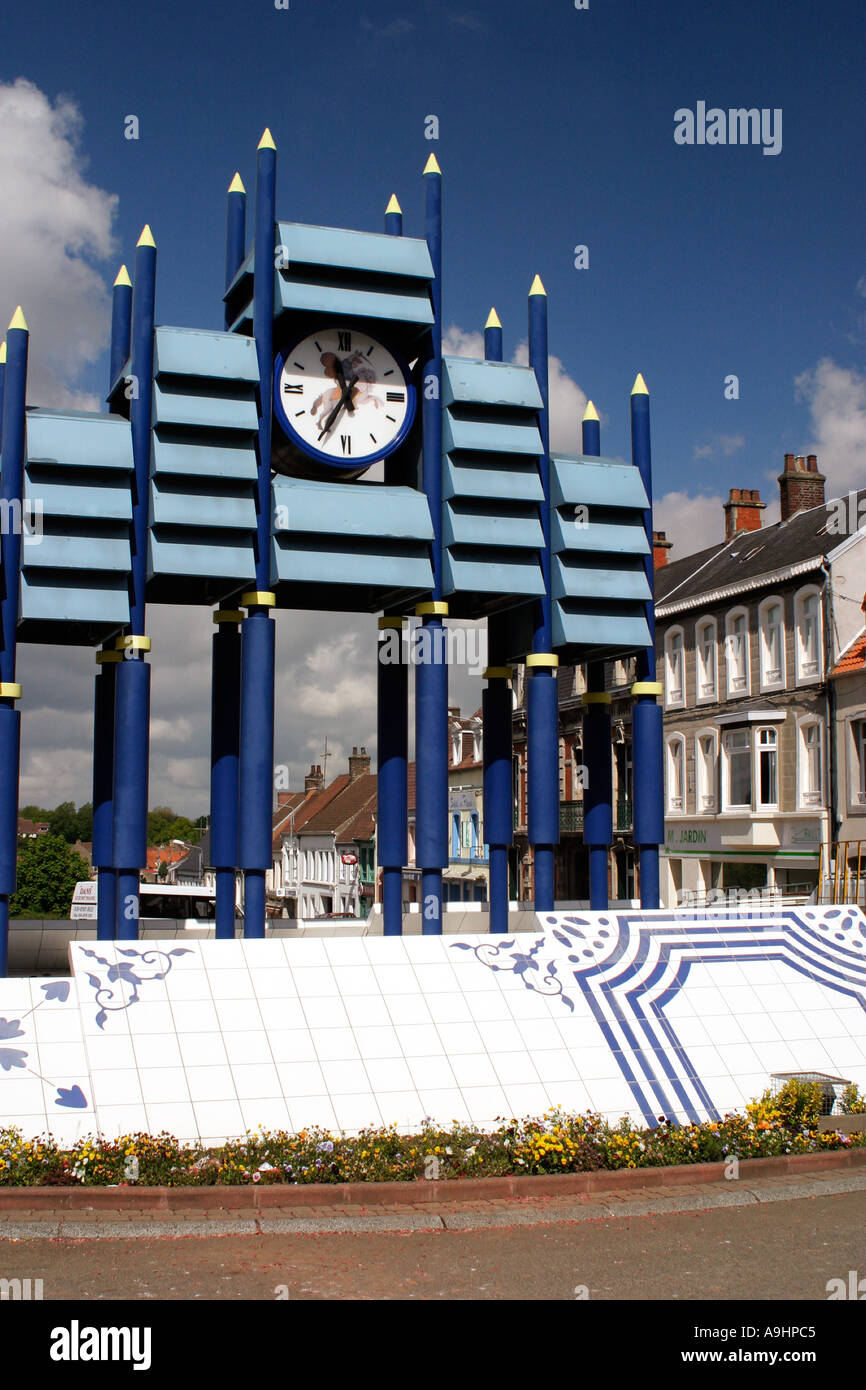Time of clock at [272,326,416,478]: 11:34
